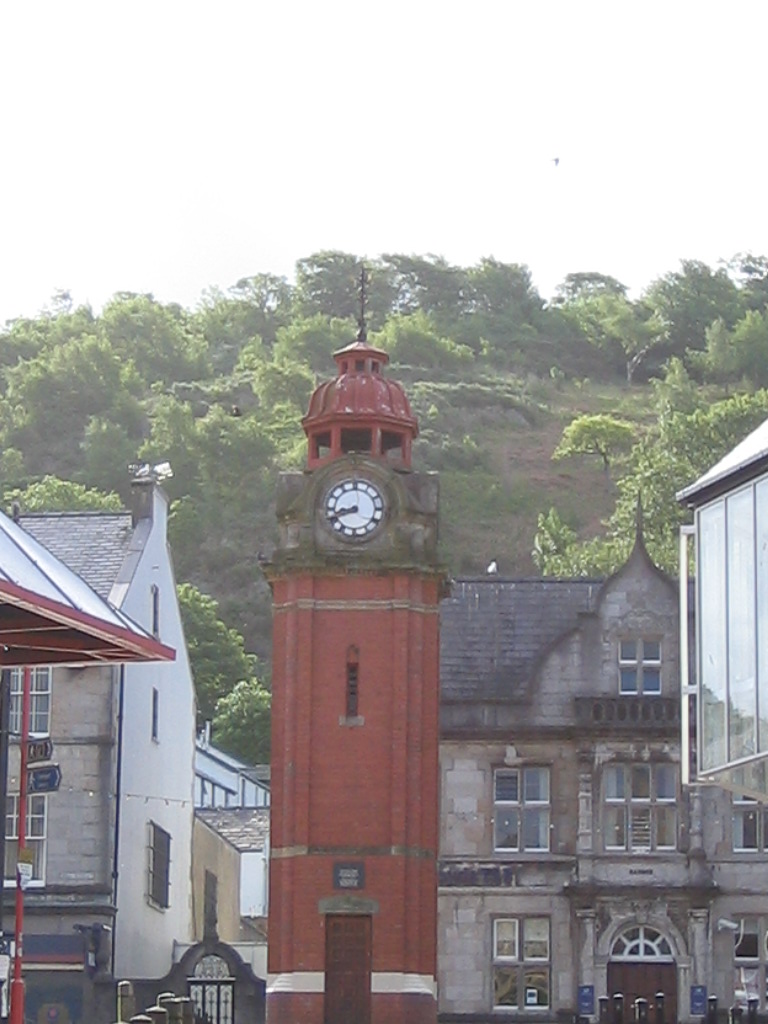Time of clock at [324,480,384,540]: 8:41
